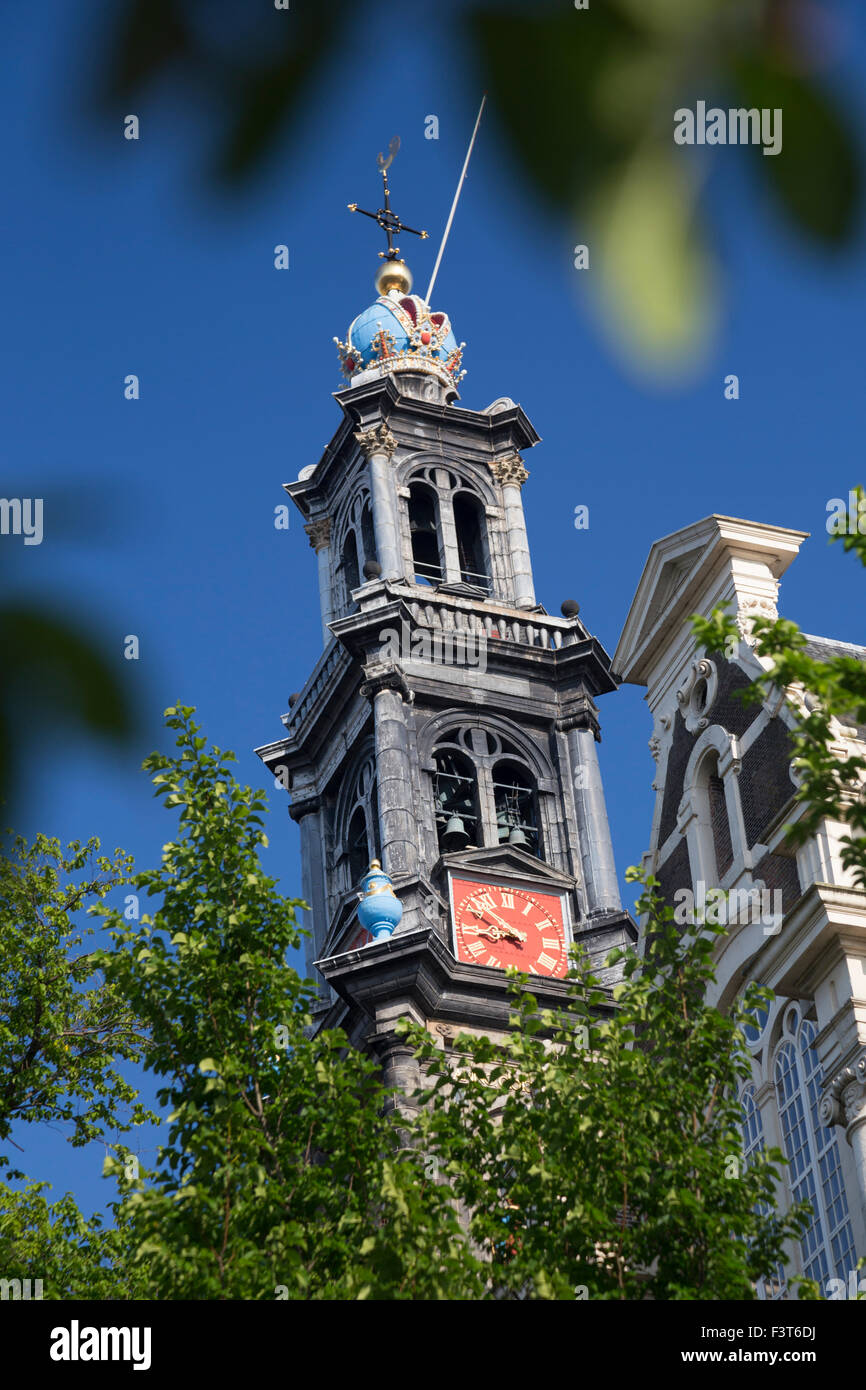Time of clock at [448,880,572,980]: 8:52
